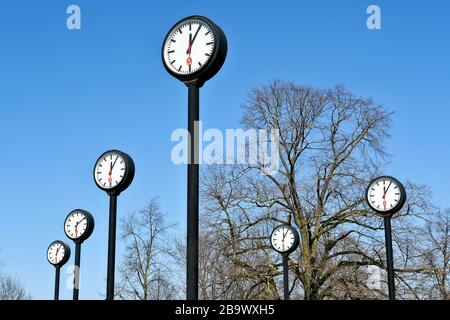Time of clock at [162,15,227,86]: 12:04
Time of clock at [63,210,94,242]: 6:08
